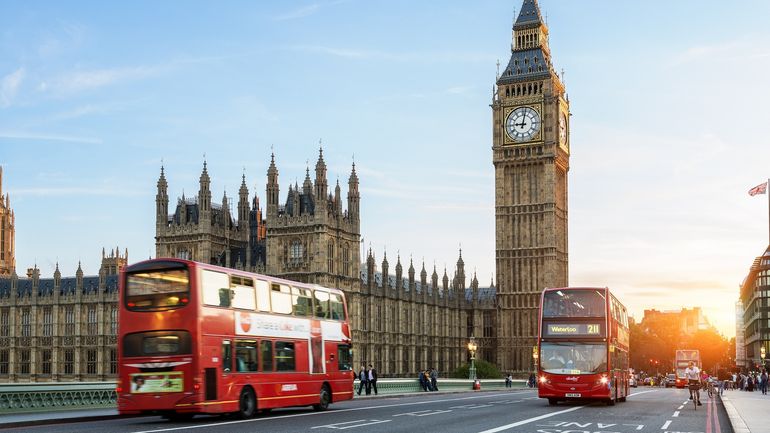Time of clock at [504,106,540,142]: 9:01
